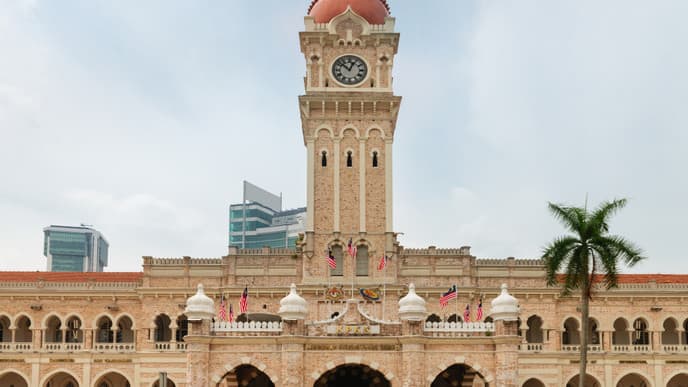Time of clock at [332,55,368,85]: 12:52
